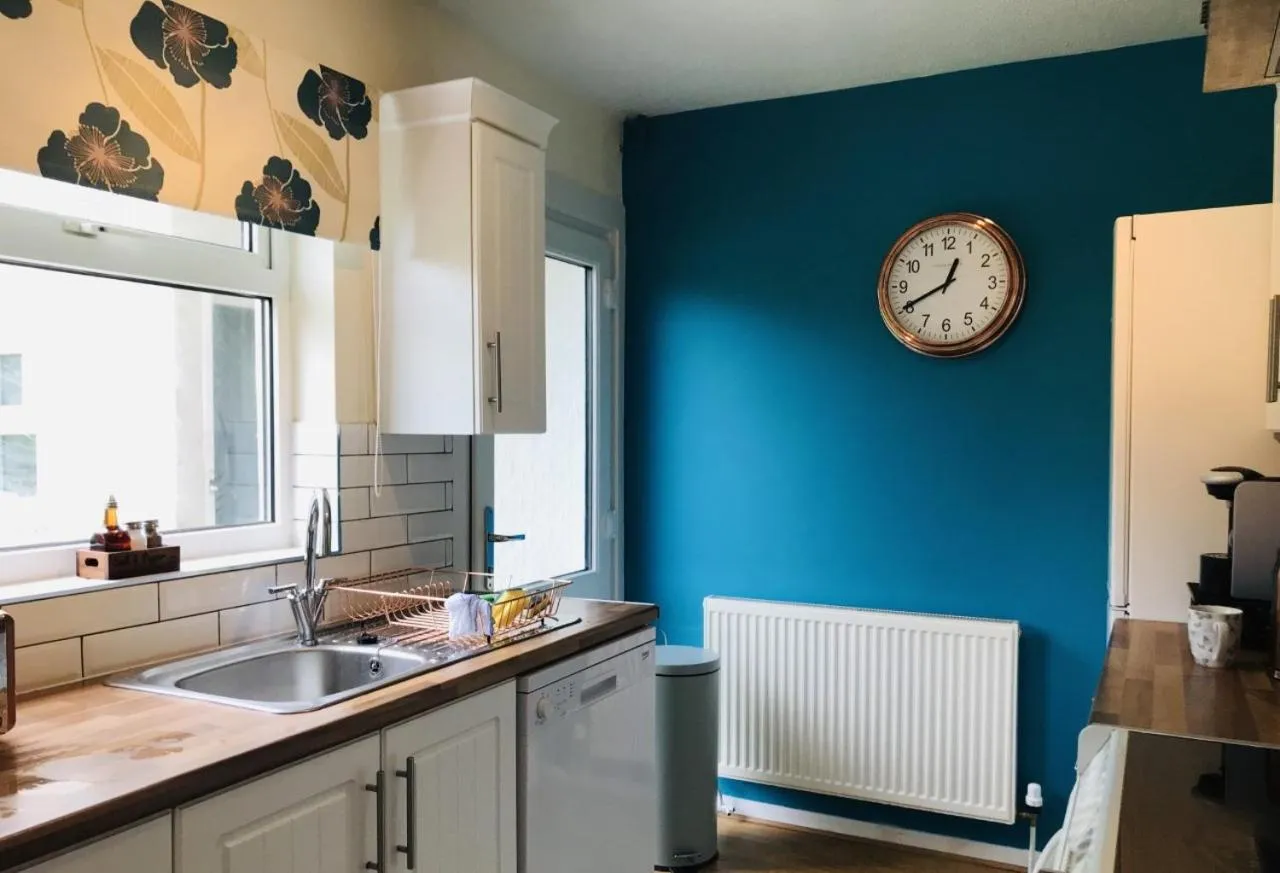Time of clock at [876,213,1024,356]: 12:40
